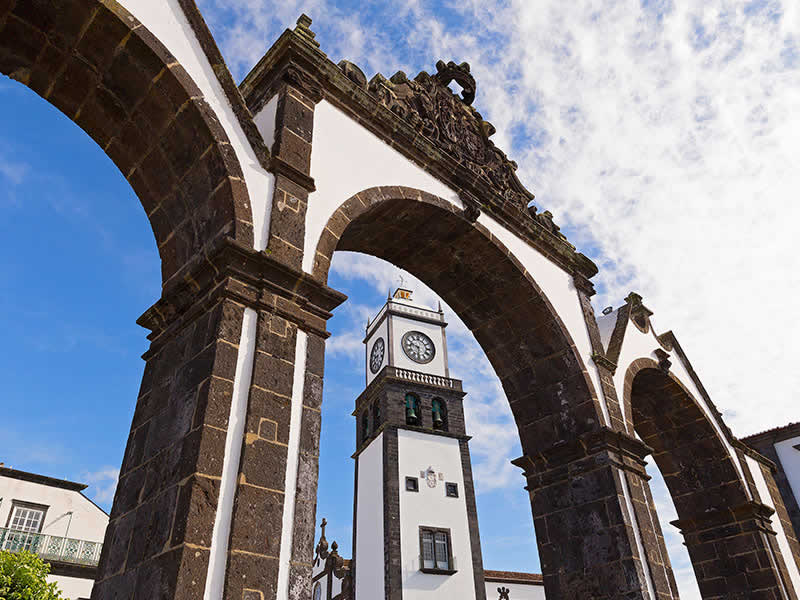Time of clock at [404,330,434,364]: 9:31
